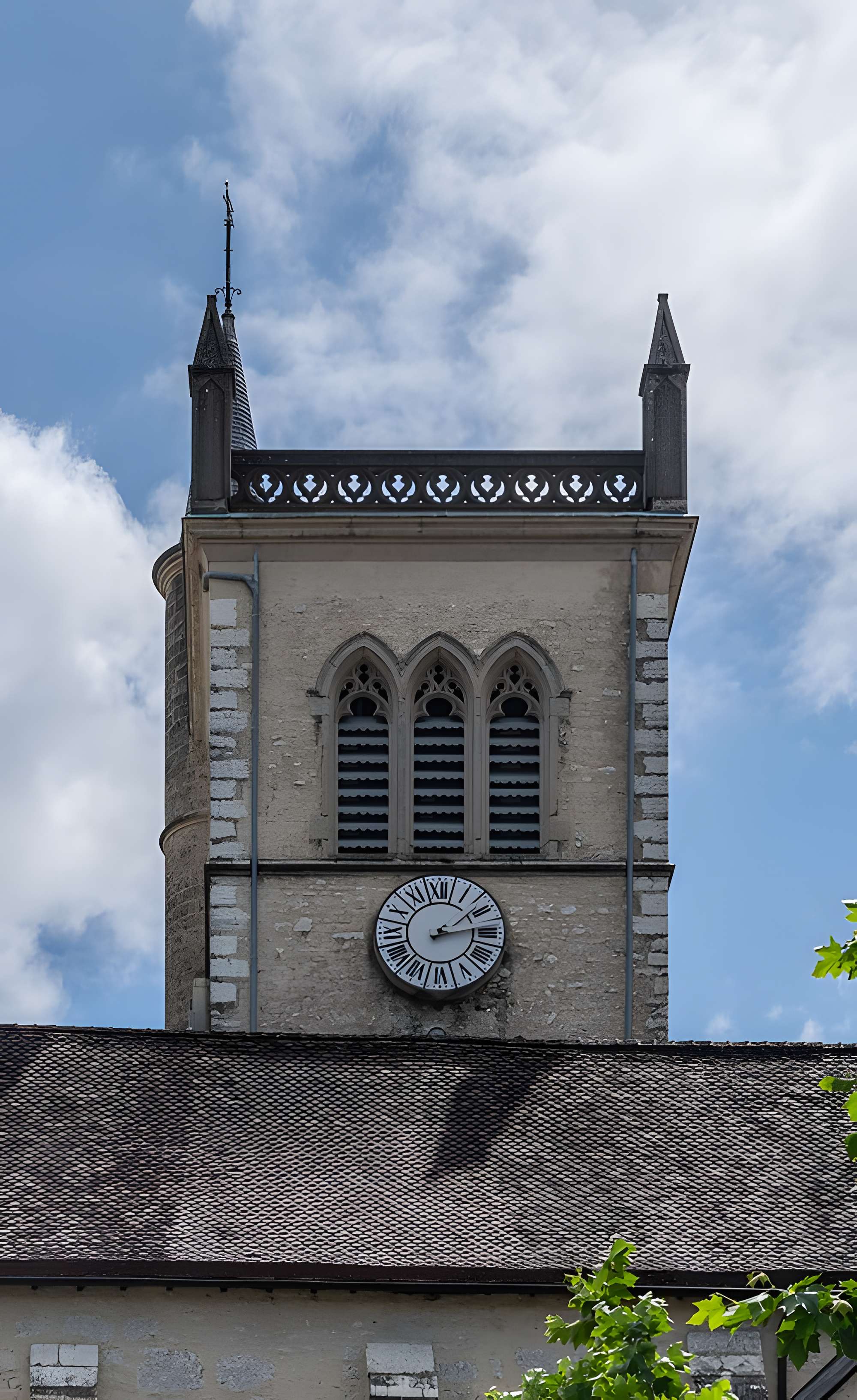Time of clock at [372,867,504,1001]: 2:13
